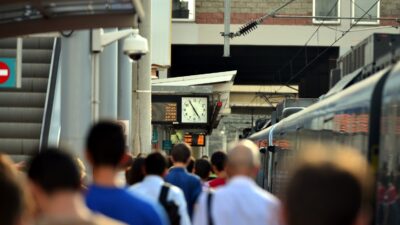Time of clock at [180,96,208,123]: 4:54
